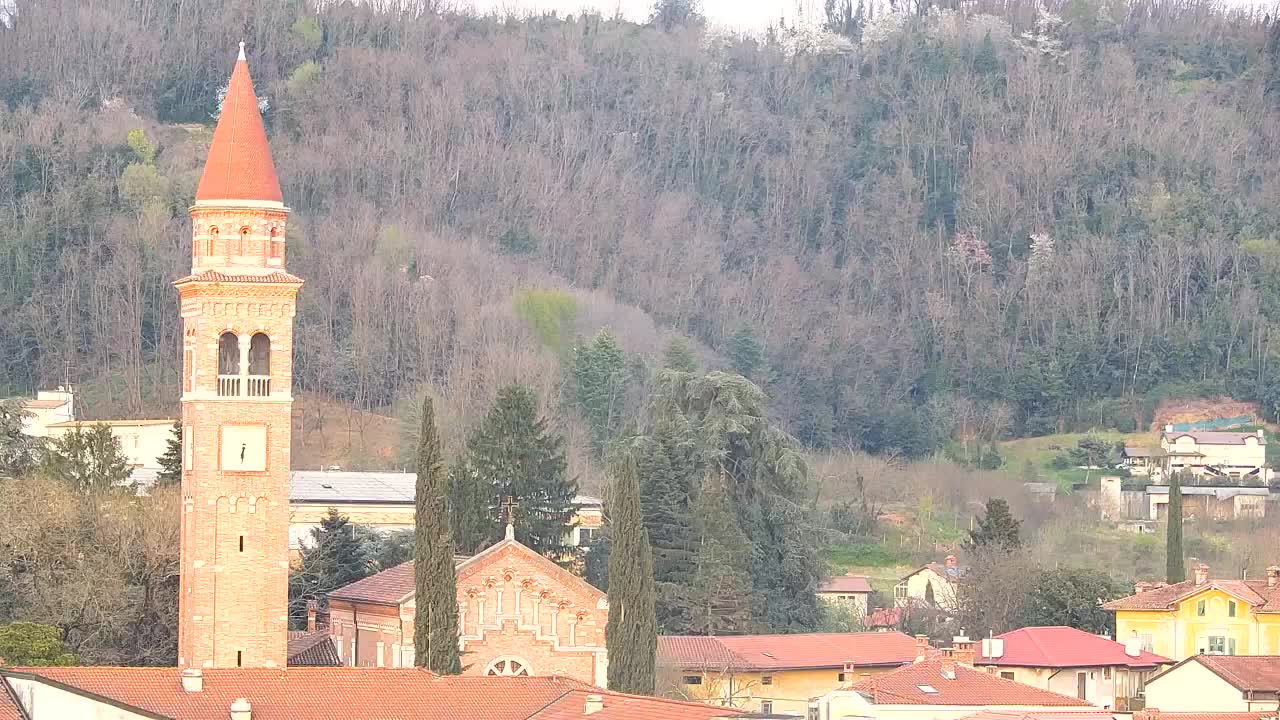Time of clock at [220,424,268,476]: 6:31
